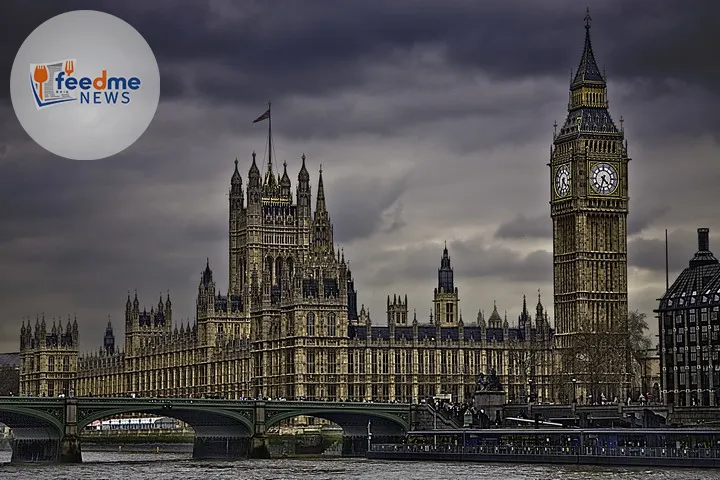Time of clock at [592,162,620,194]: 4:33
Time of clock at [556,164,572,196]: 4:34
